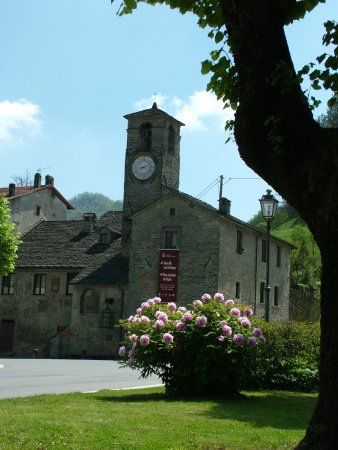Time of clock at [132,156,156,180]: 8:11
